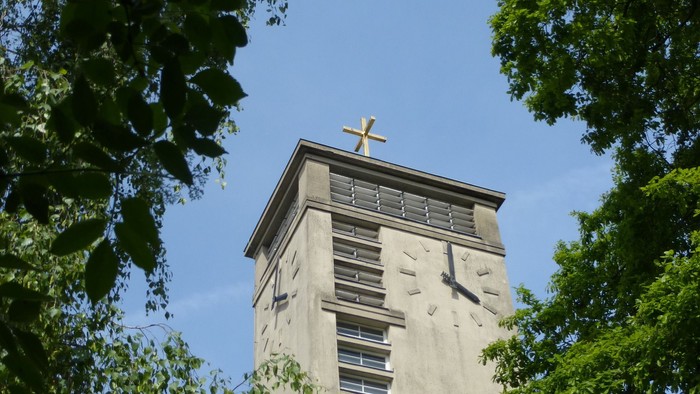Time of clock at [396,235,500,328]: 4:00
